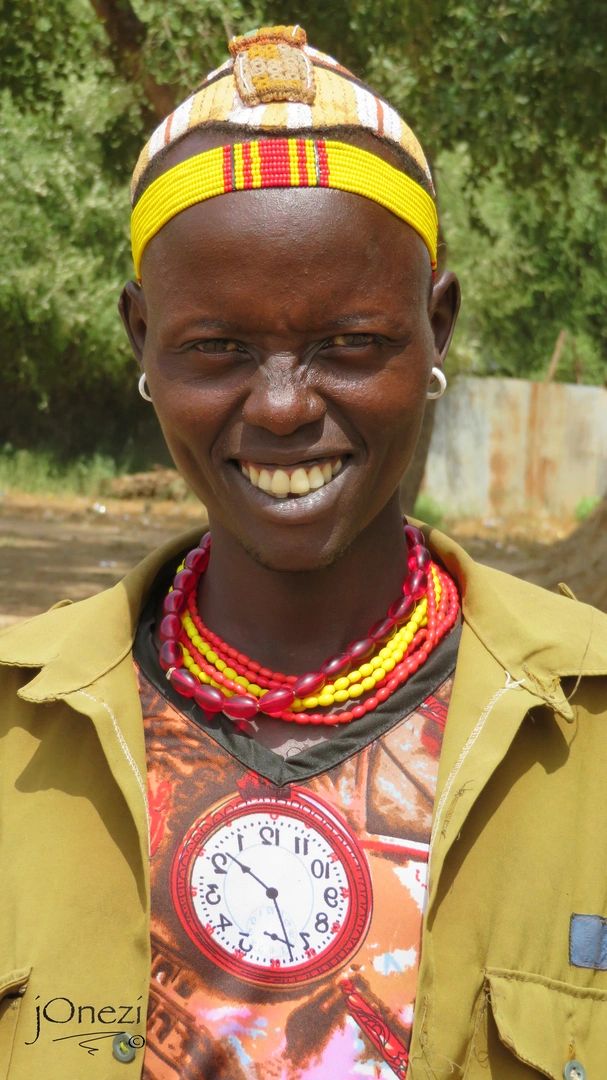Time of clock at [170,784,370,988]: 10:27
